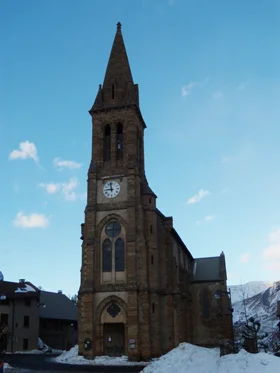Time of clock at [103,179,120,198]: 8:58
